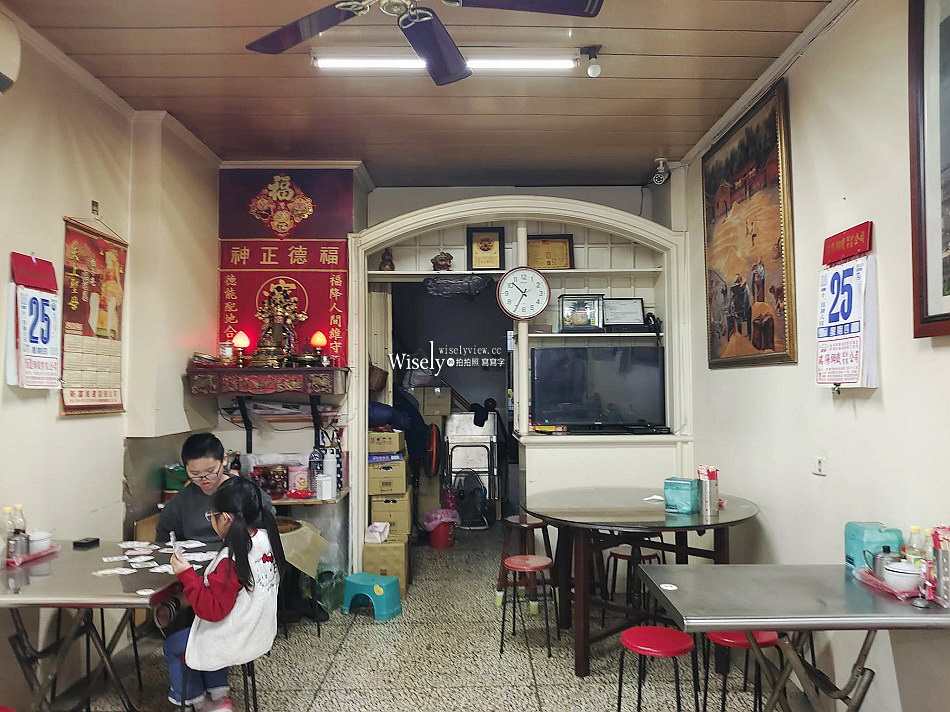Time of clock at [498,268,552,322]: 10:34
